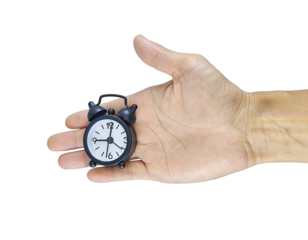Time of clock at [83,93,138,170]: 9:01
